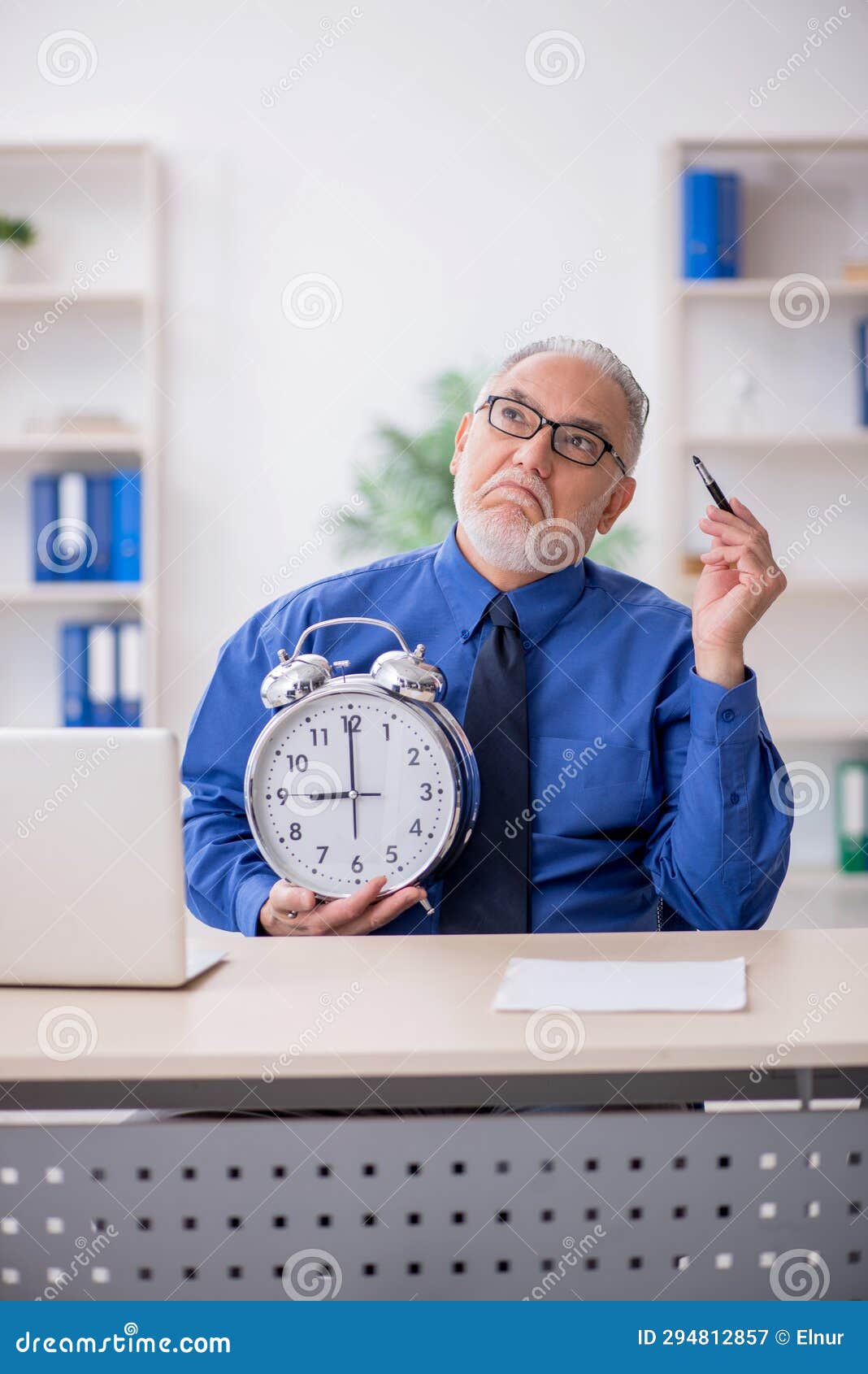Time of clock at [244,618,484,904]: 8:59
